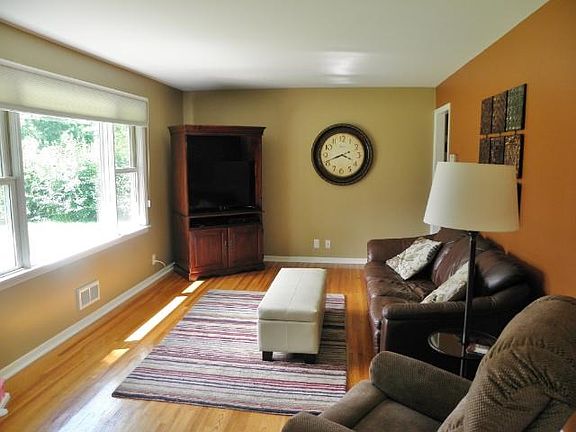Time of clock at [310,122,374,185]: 3:41
